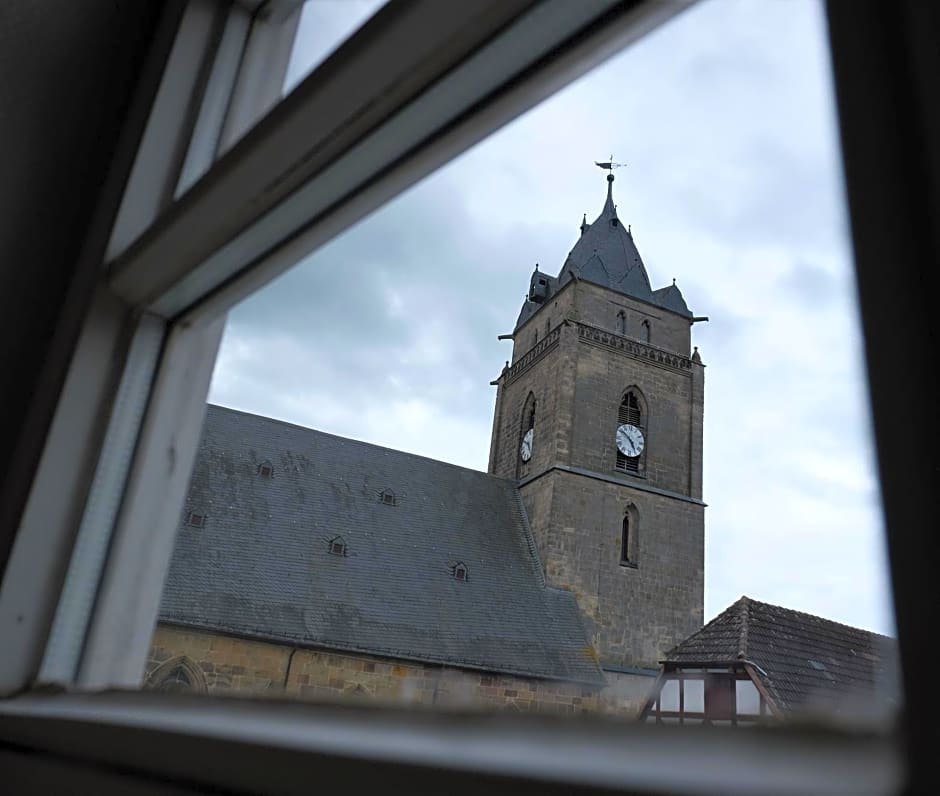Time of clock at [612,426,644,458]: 4:50
